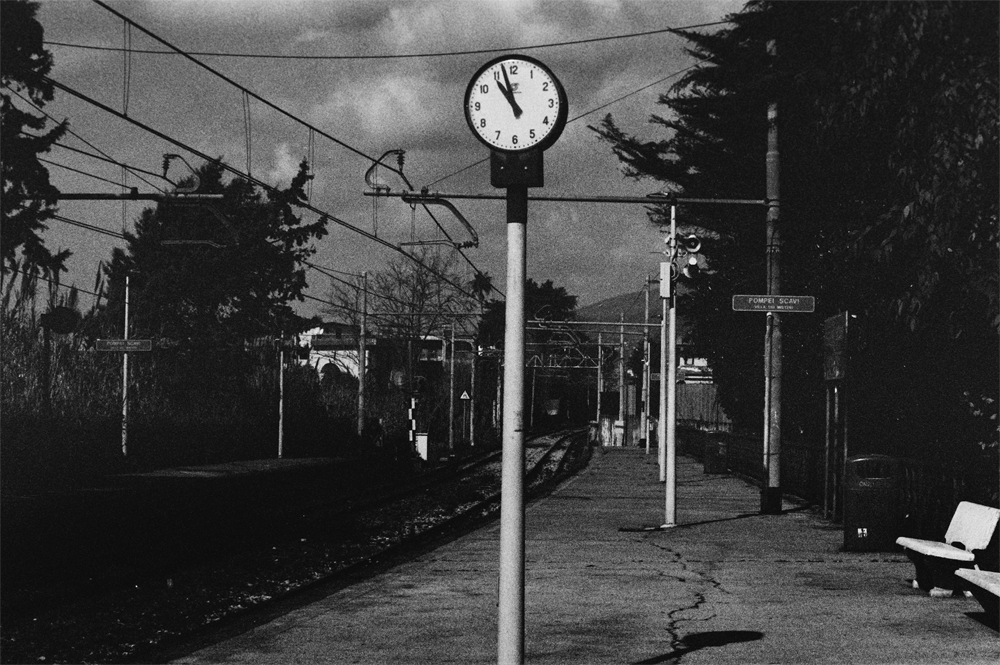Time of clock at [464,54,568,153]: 10:57
